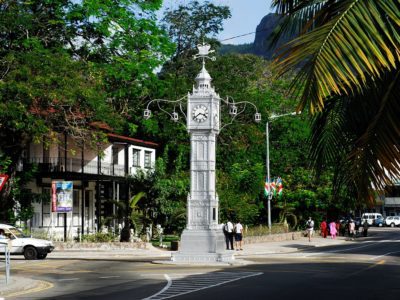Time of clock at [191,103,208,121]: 3:39
